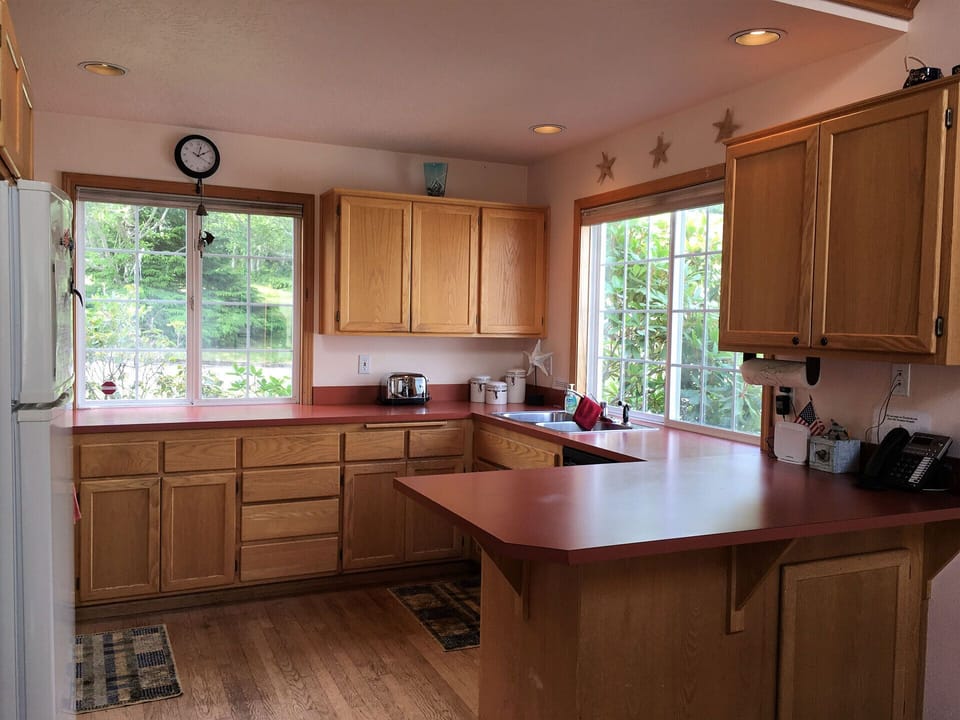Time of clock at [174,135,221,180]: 2:02
